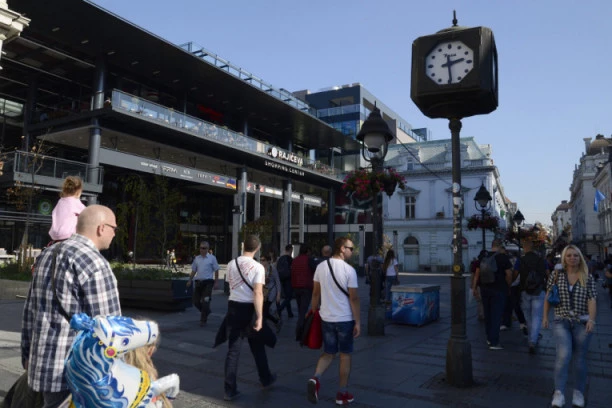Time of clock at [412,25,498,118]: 2:29
